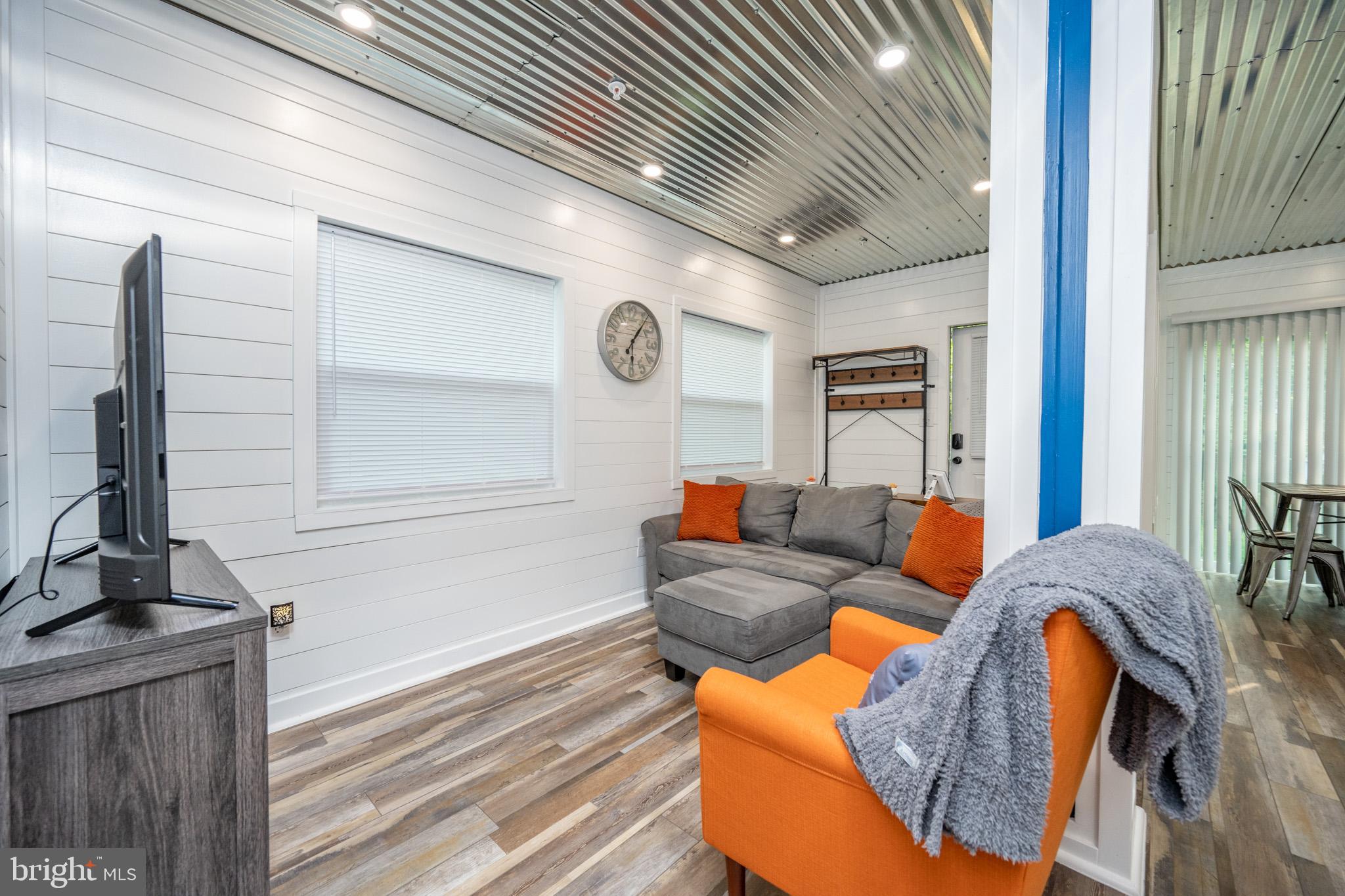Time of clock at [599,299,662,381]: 6:06
